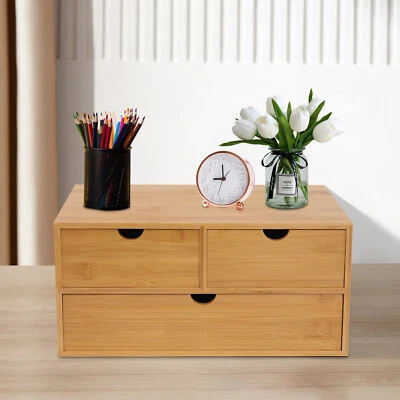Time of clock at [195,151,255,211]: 9:00
